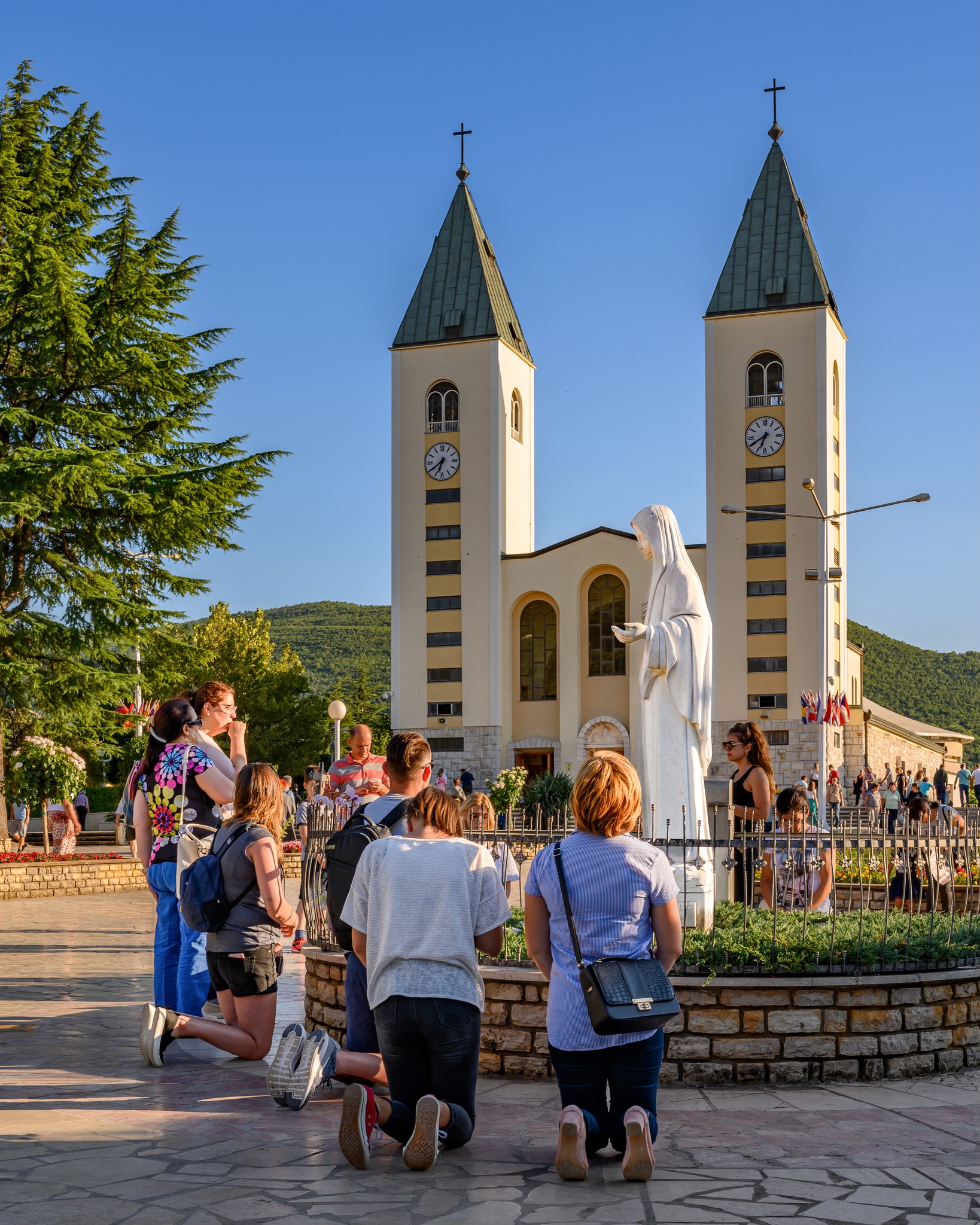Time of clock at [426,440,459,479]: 6:39
